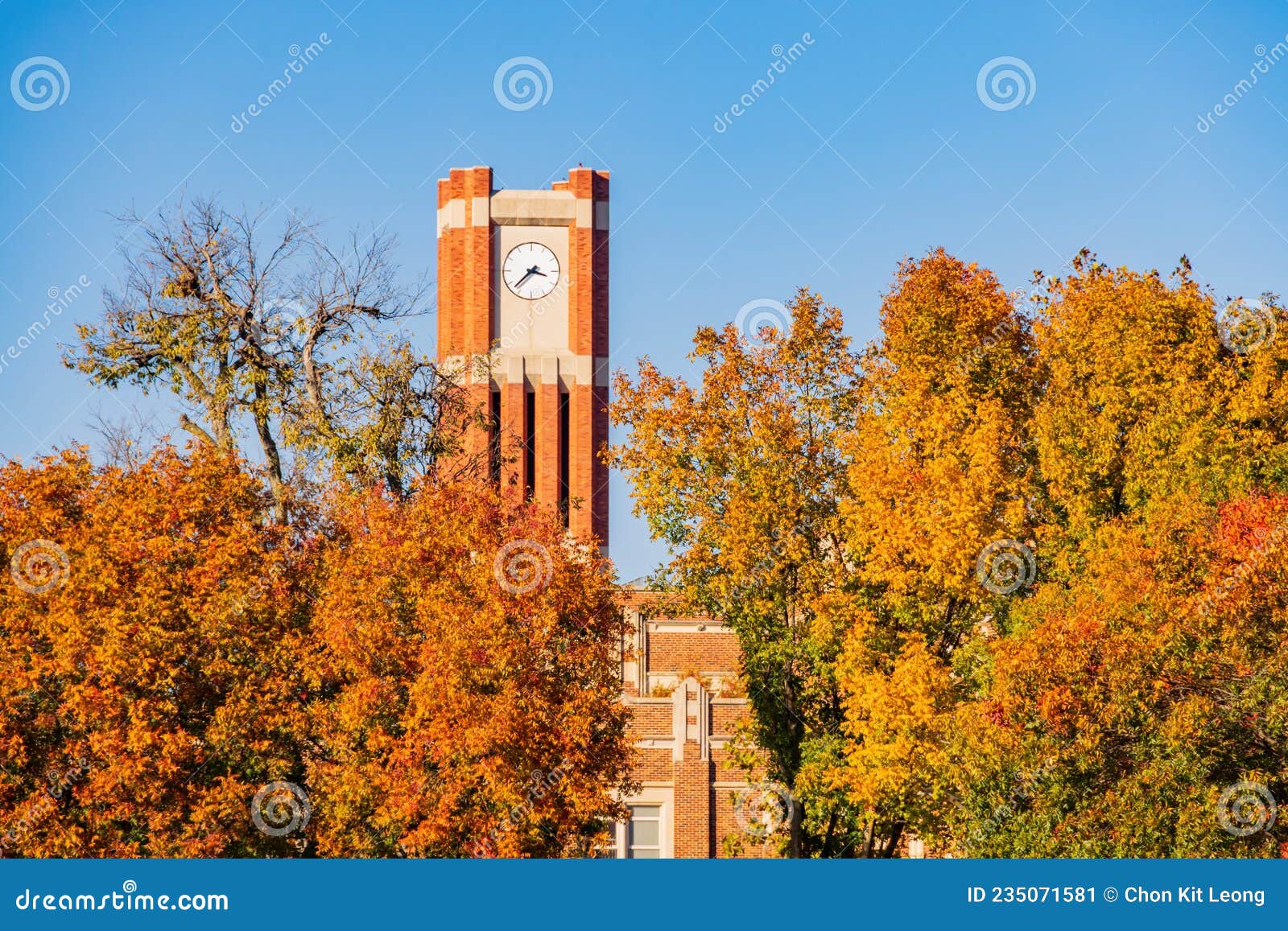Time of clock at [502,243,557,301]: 3:37
